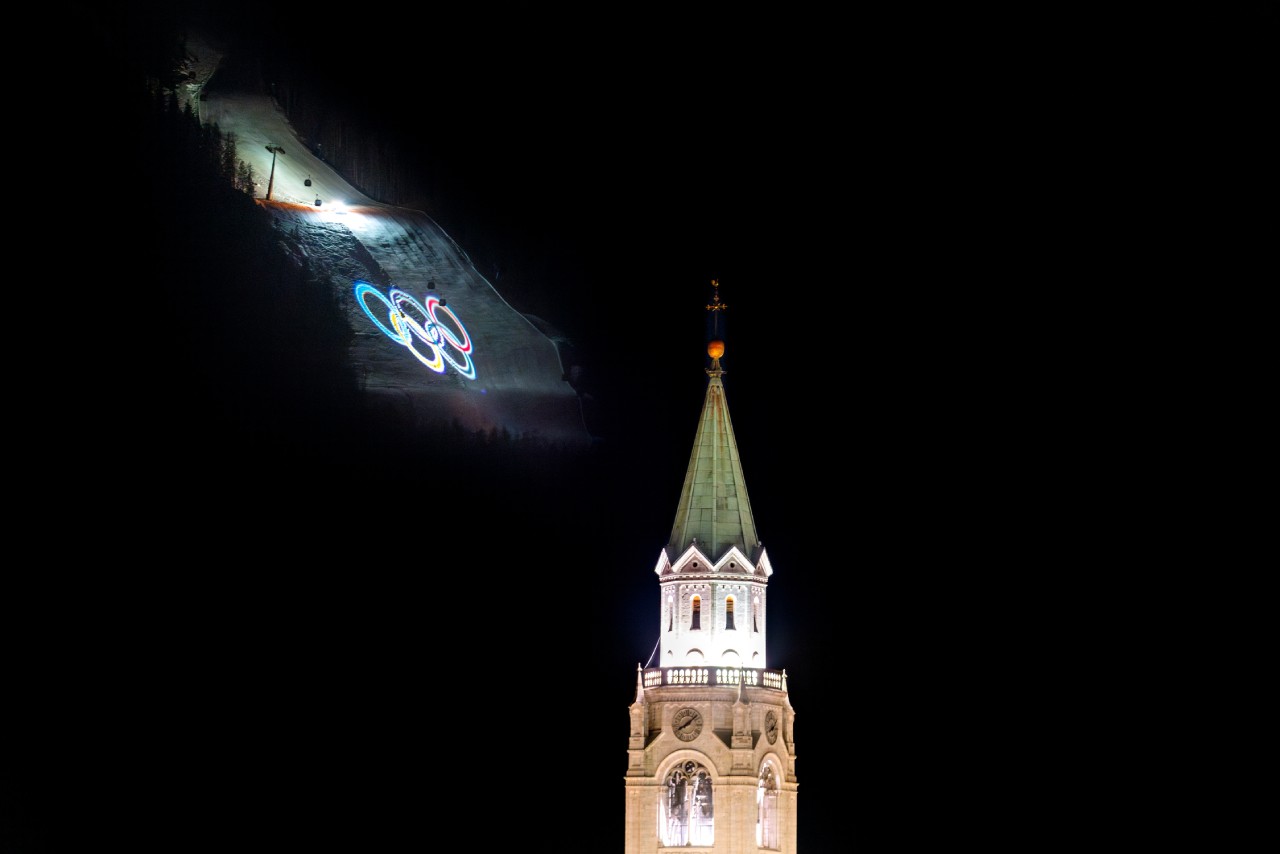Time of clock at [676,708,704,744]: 8:07
